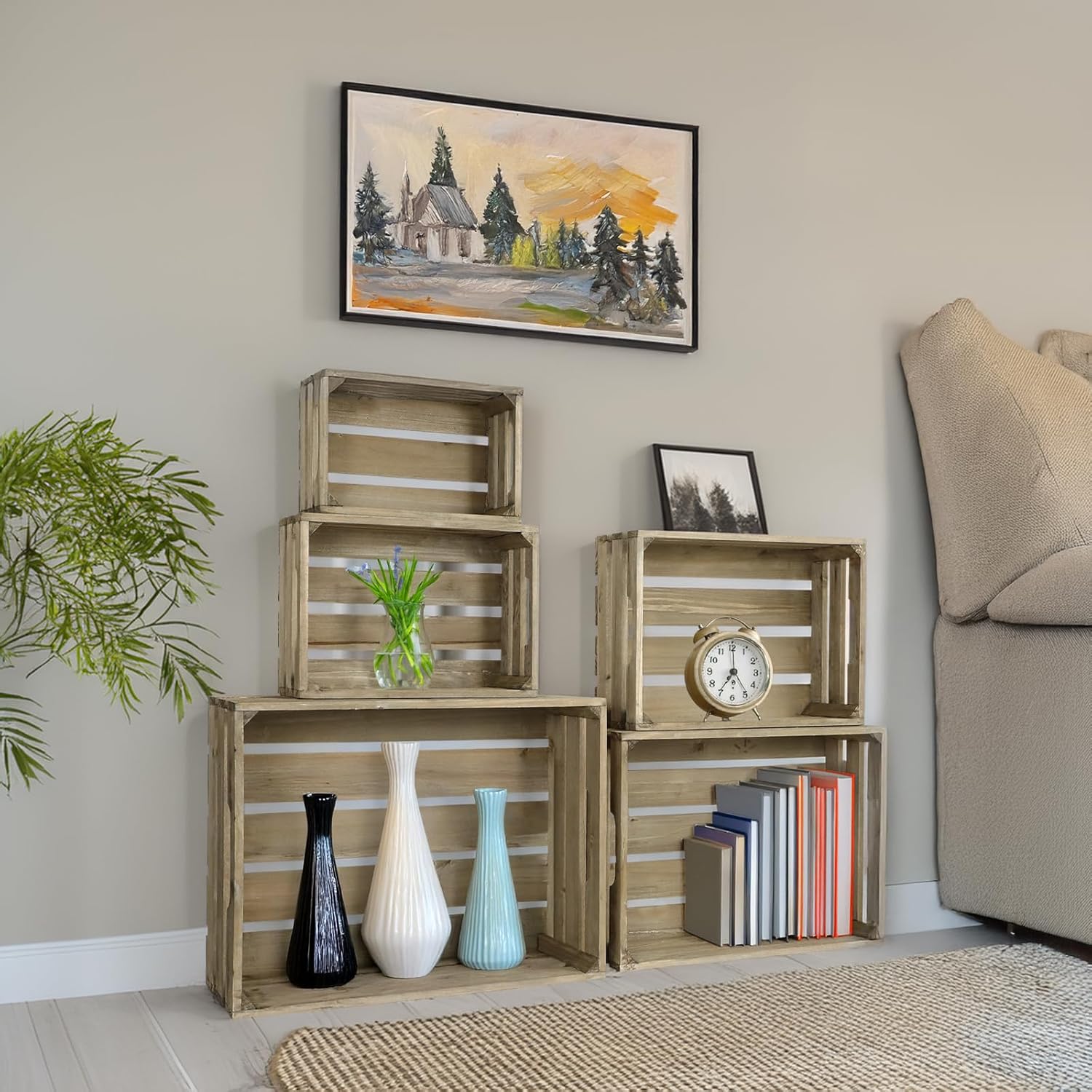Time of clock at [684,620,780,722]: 7:00
